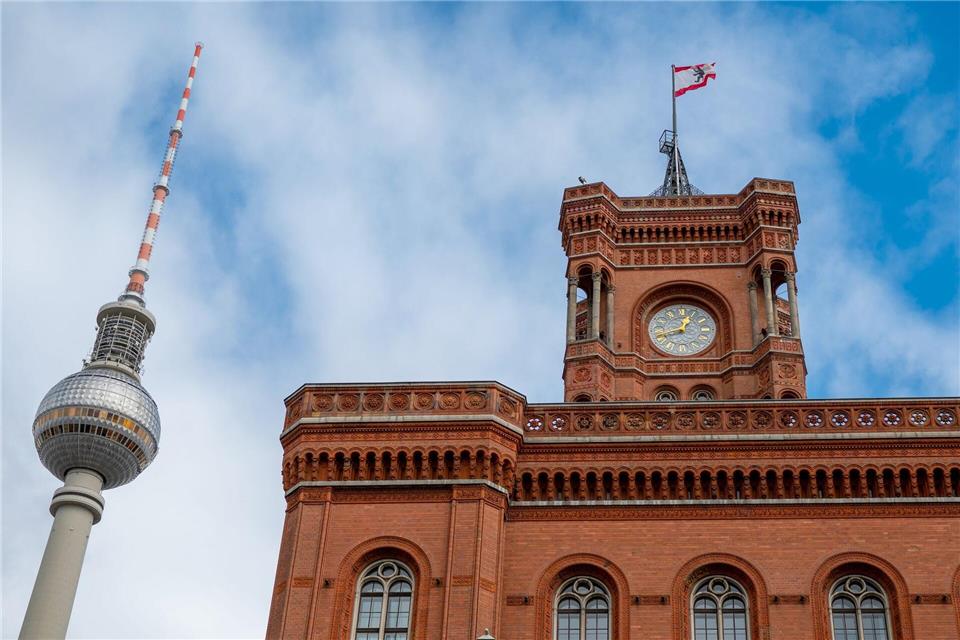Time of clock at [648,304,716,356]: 12:41
